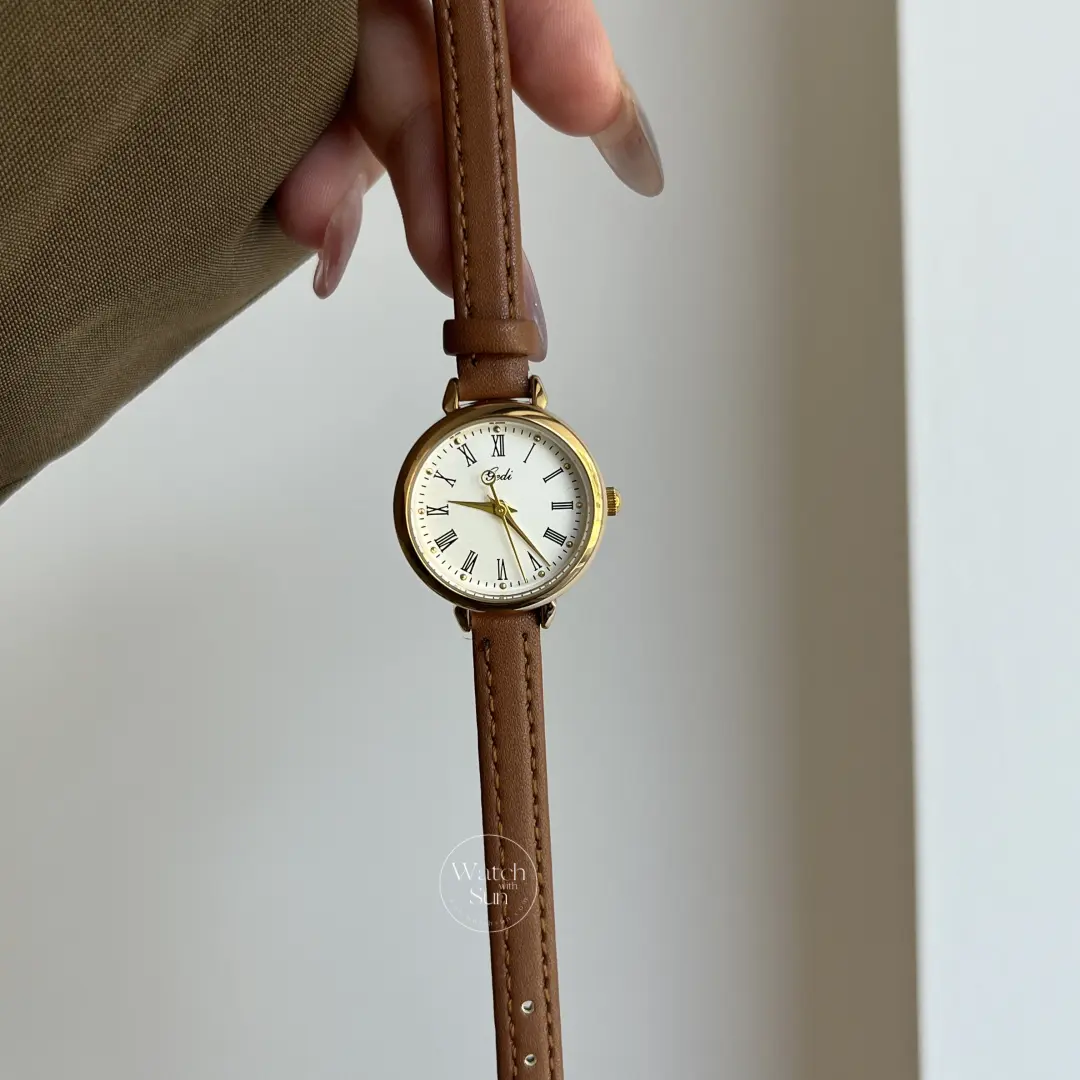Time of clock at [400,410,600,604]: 9:23
